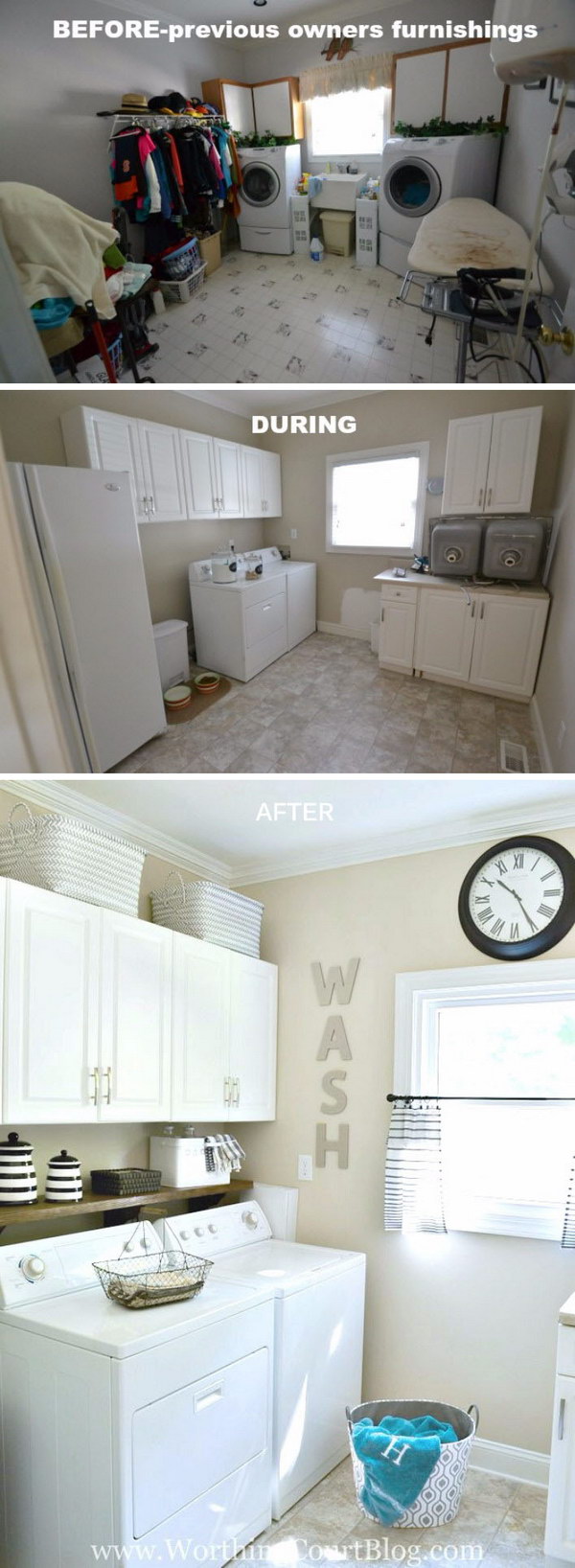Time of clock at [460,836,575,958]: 10:24
